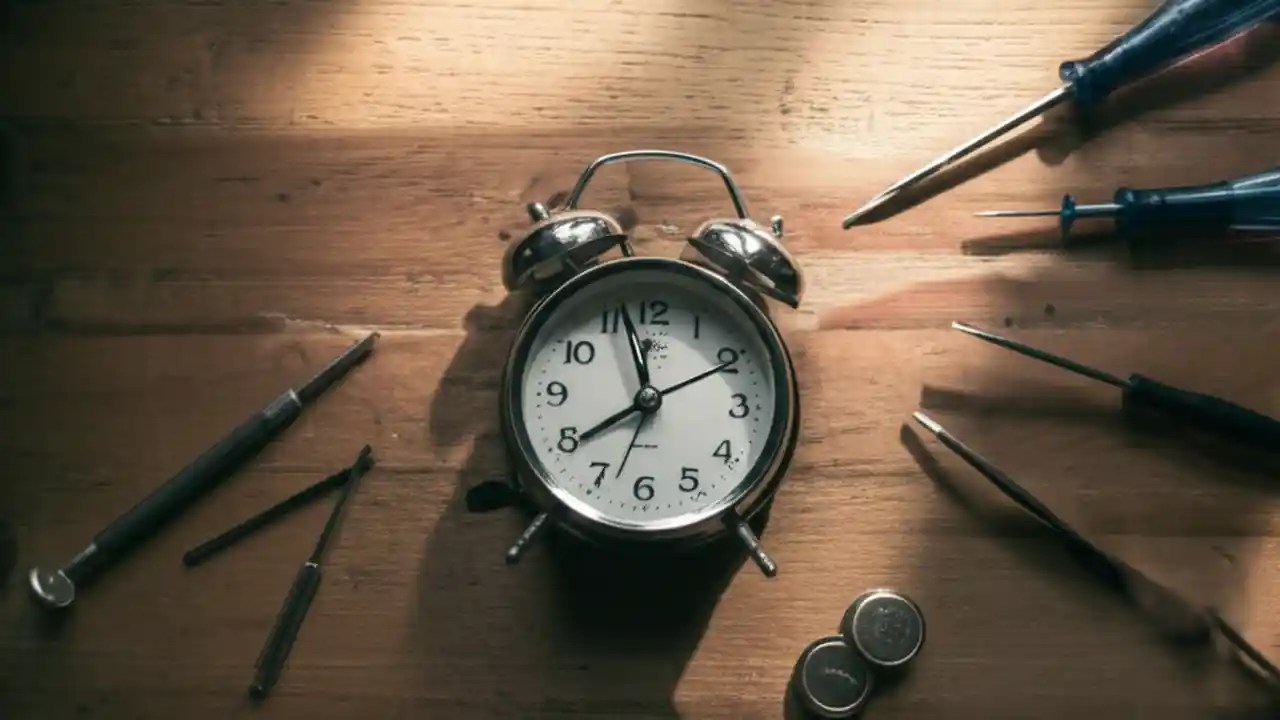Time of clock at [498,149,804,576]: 7:57
